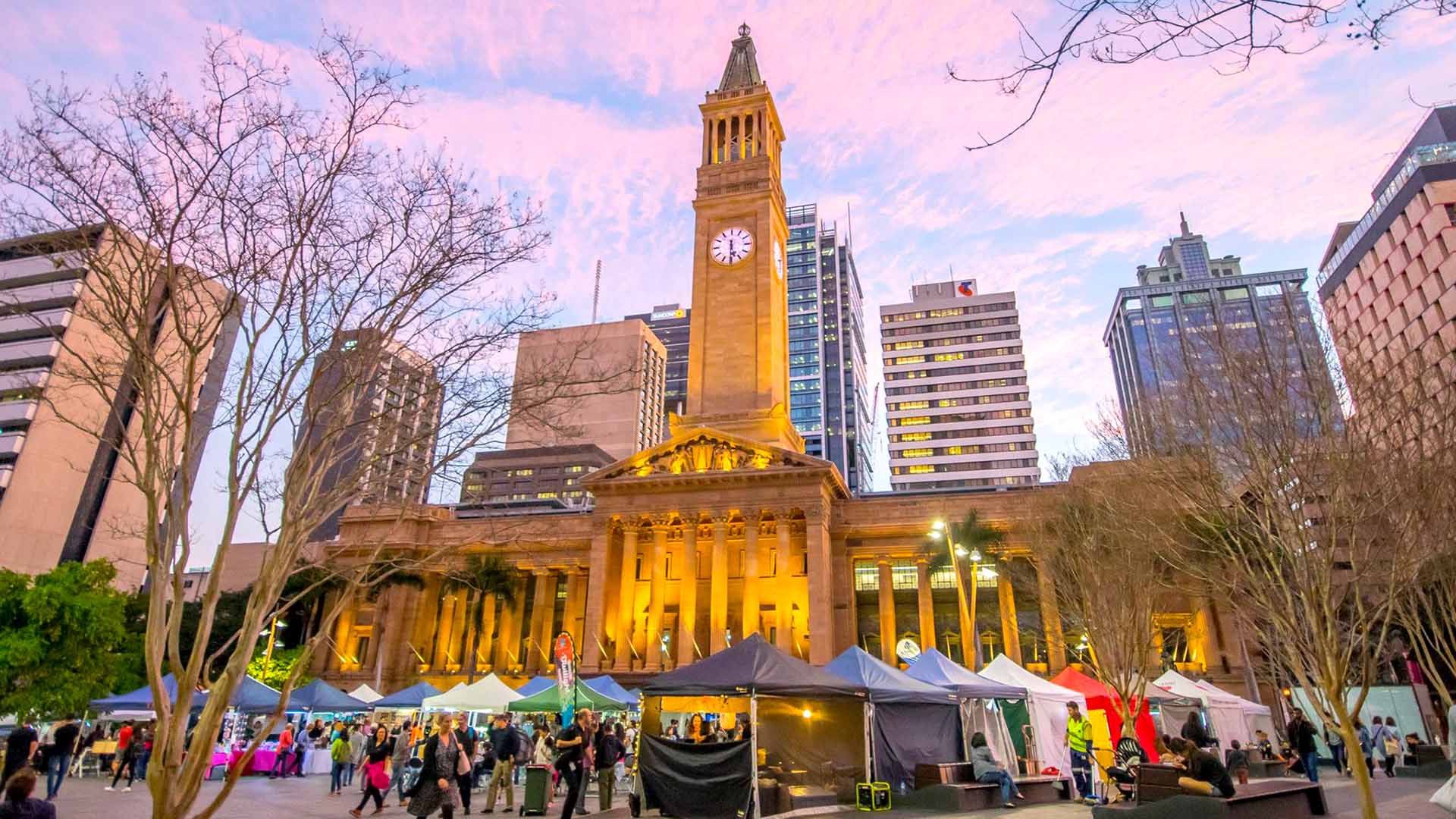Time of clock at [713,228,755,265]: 5:30
